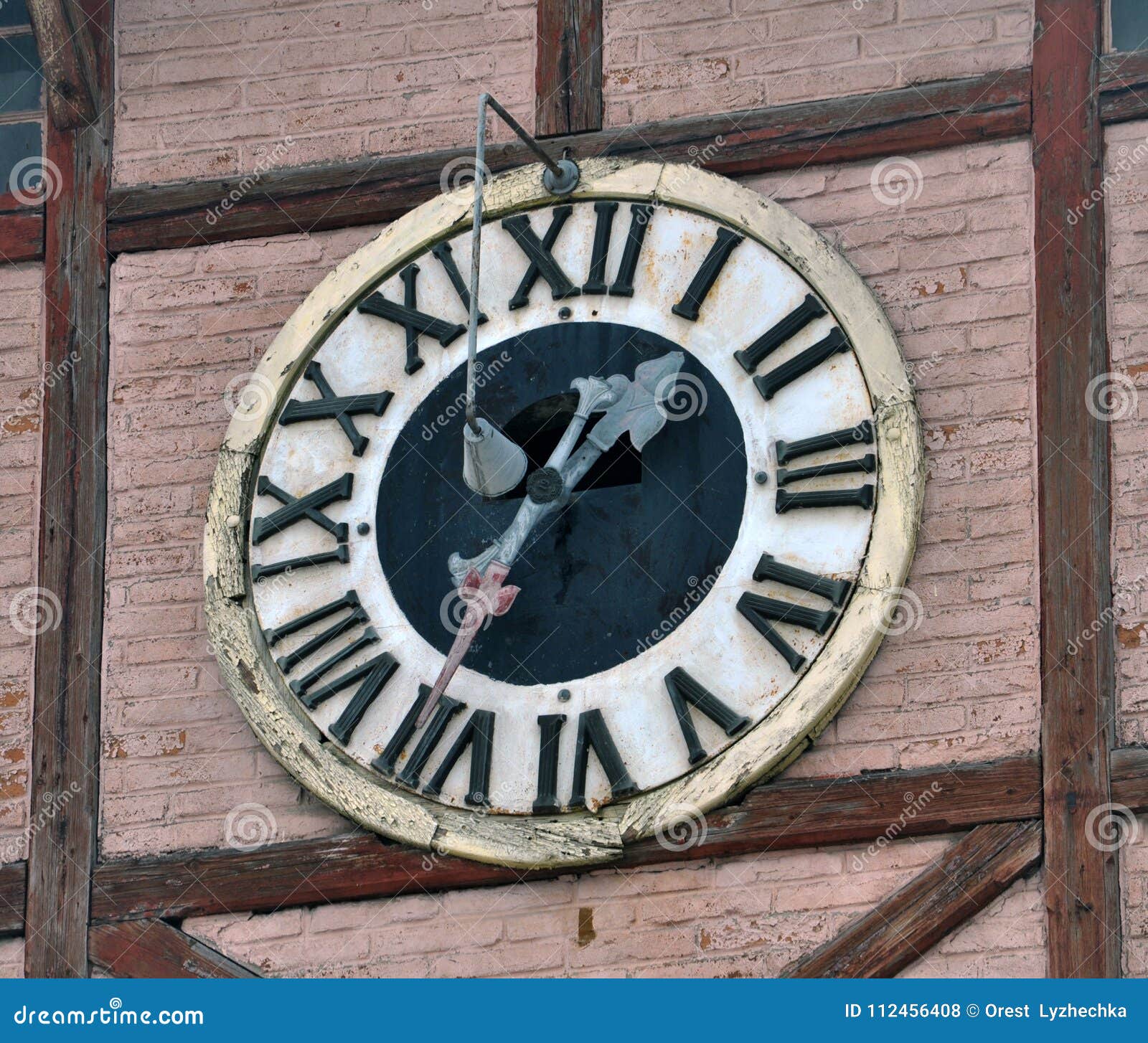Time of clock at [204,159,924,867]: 1:35
